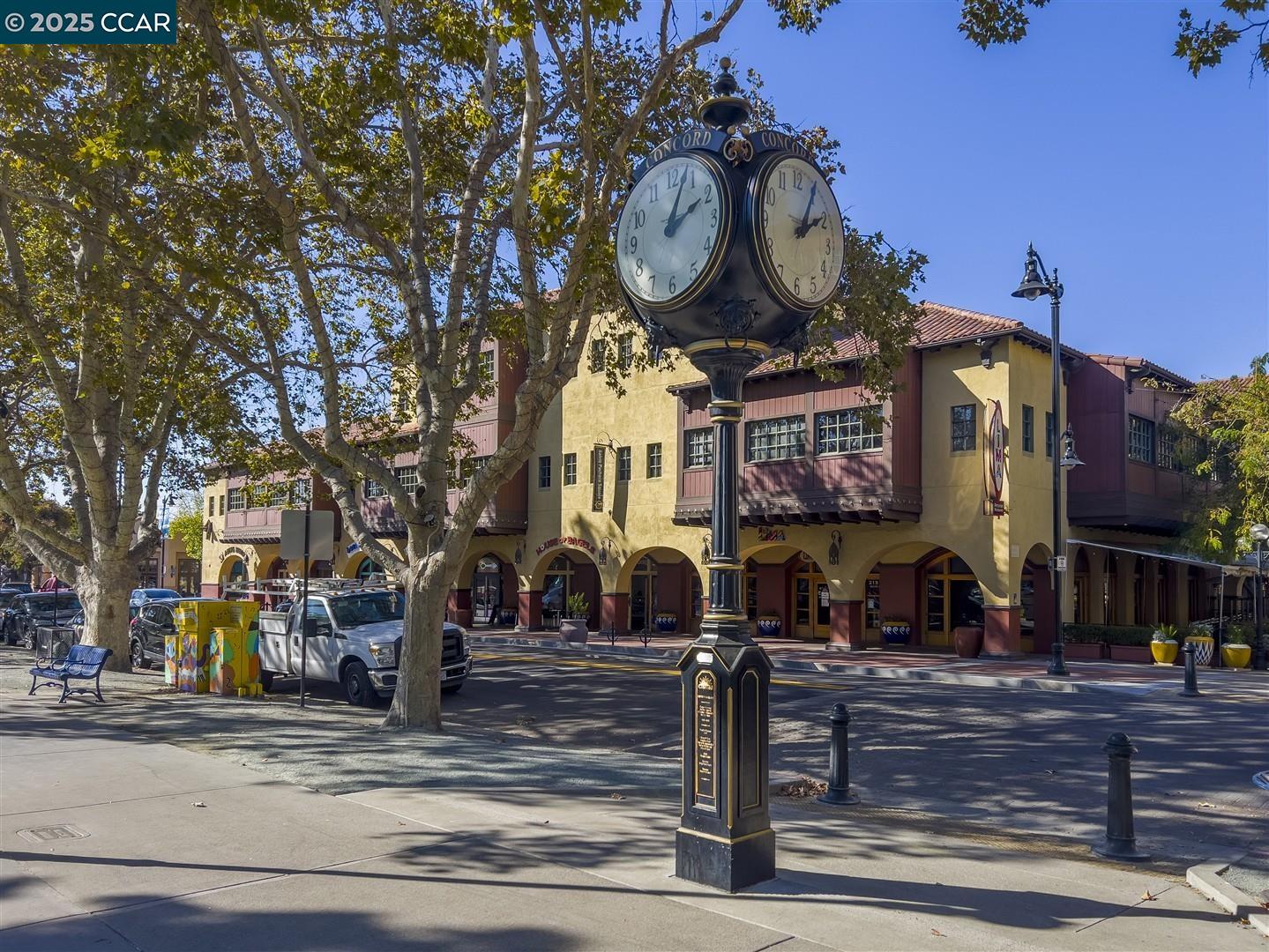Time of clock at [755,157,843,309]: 2:04
